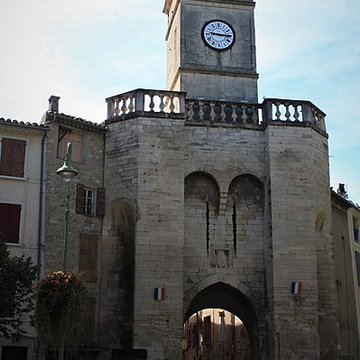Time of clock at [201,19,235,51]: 9:15
